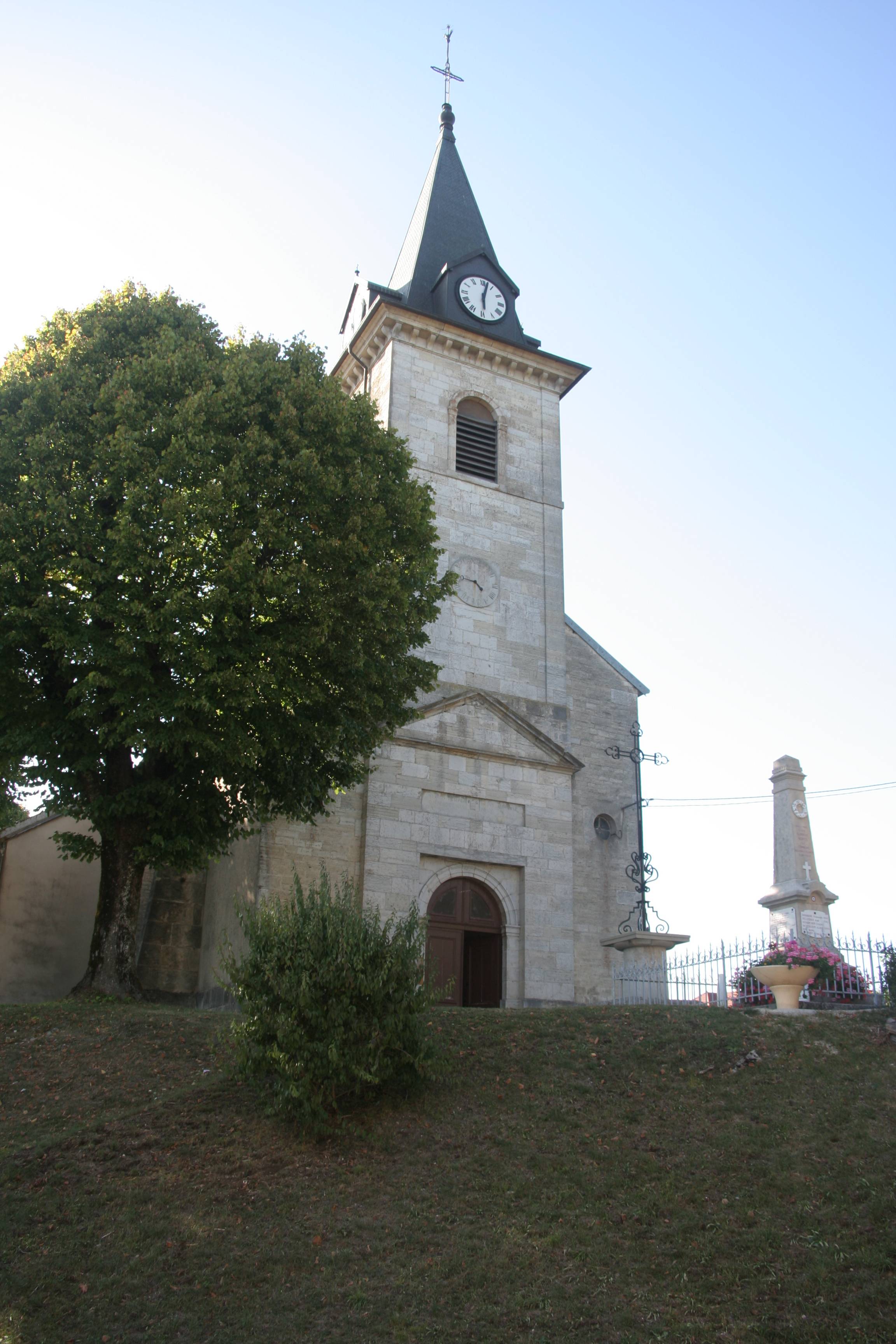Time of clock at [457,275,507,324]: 6:02
